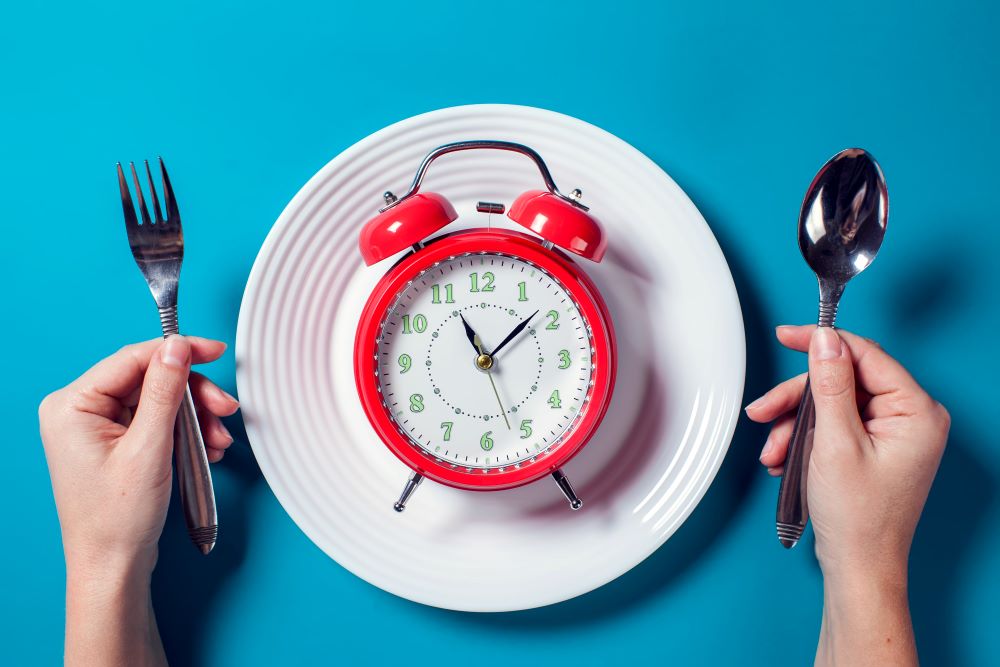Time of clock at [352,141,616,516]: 11:08
